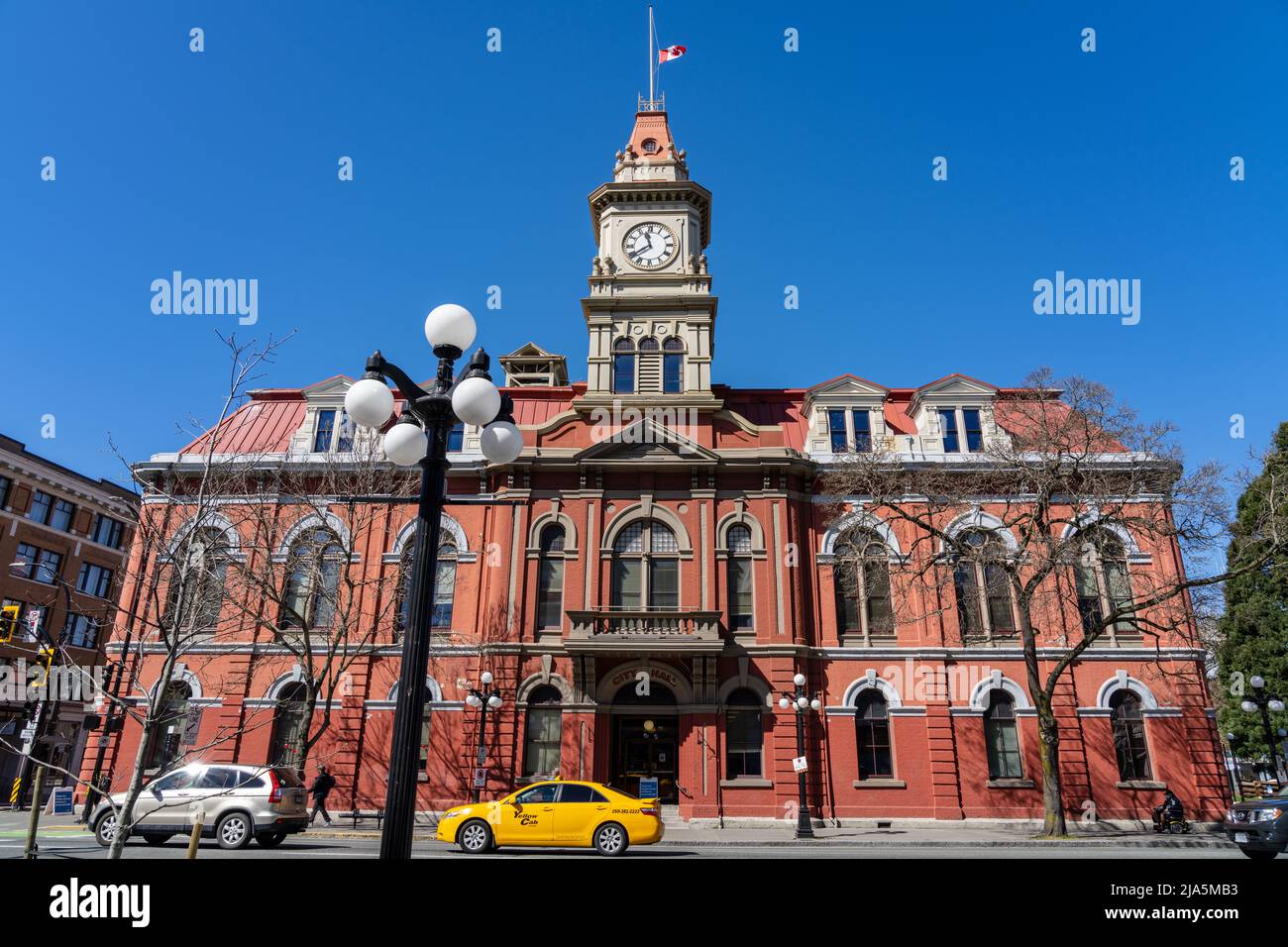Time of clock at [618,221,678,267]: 11:39
